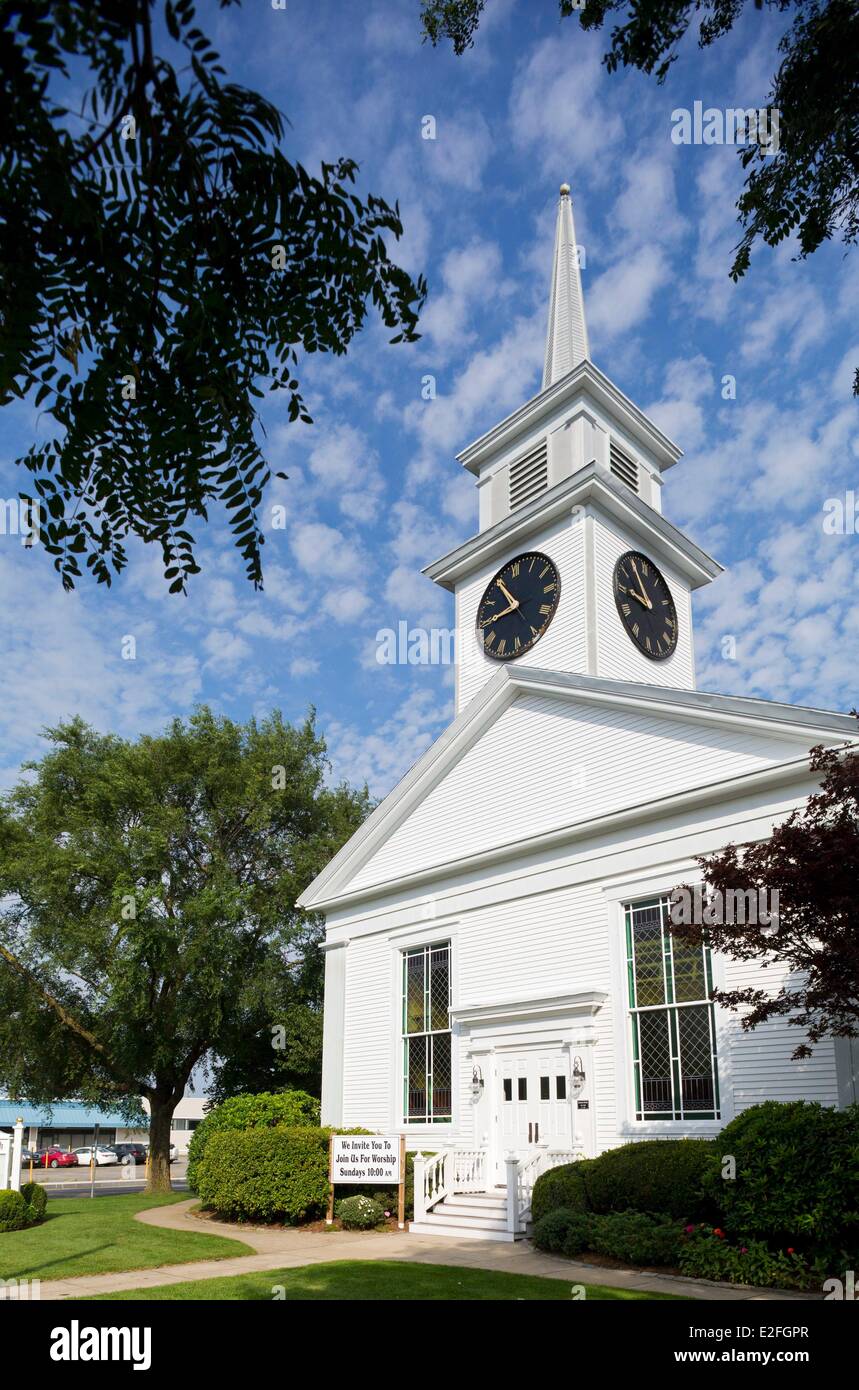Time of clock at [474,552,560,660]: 8:55
